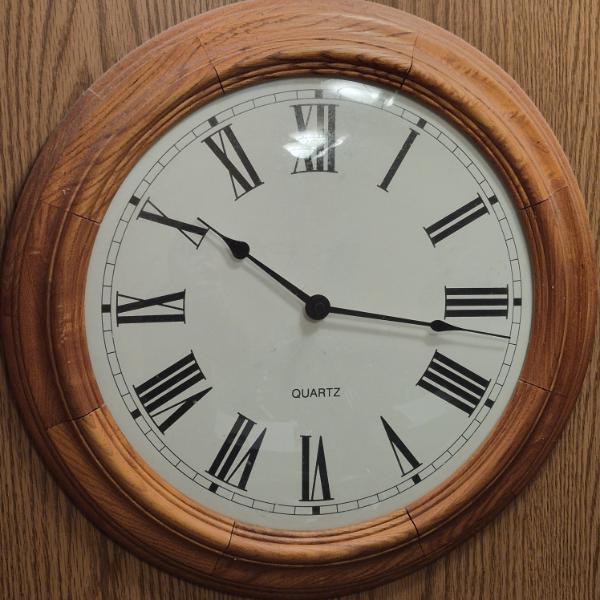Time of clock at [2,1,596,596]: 10:16
